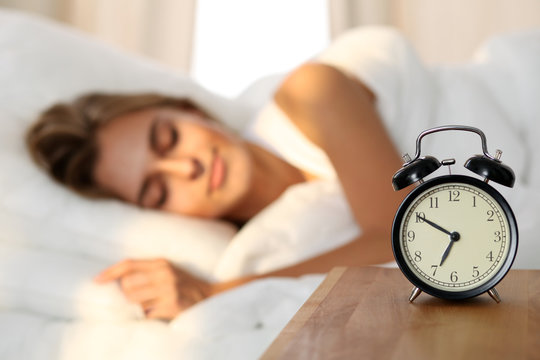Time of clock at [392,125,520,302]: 6:50
